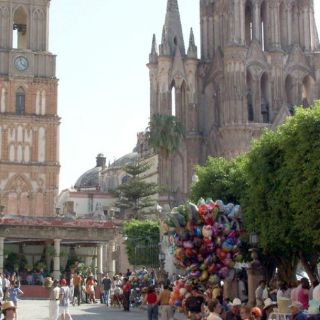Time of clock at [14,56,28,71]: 3:58
